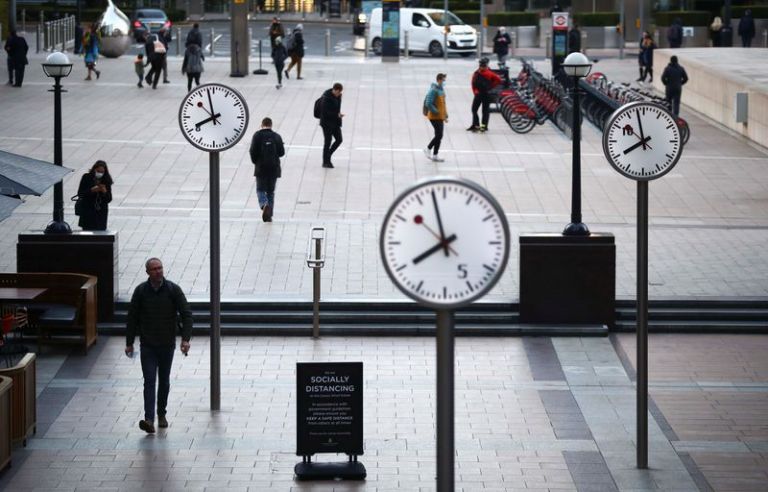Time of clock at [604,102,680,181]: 7:57
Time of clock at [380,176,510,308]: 7:57
